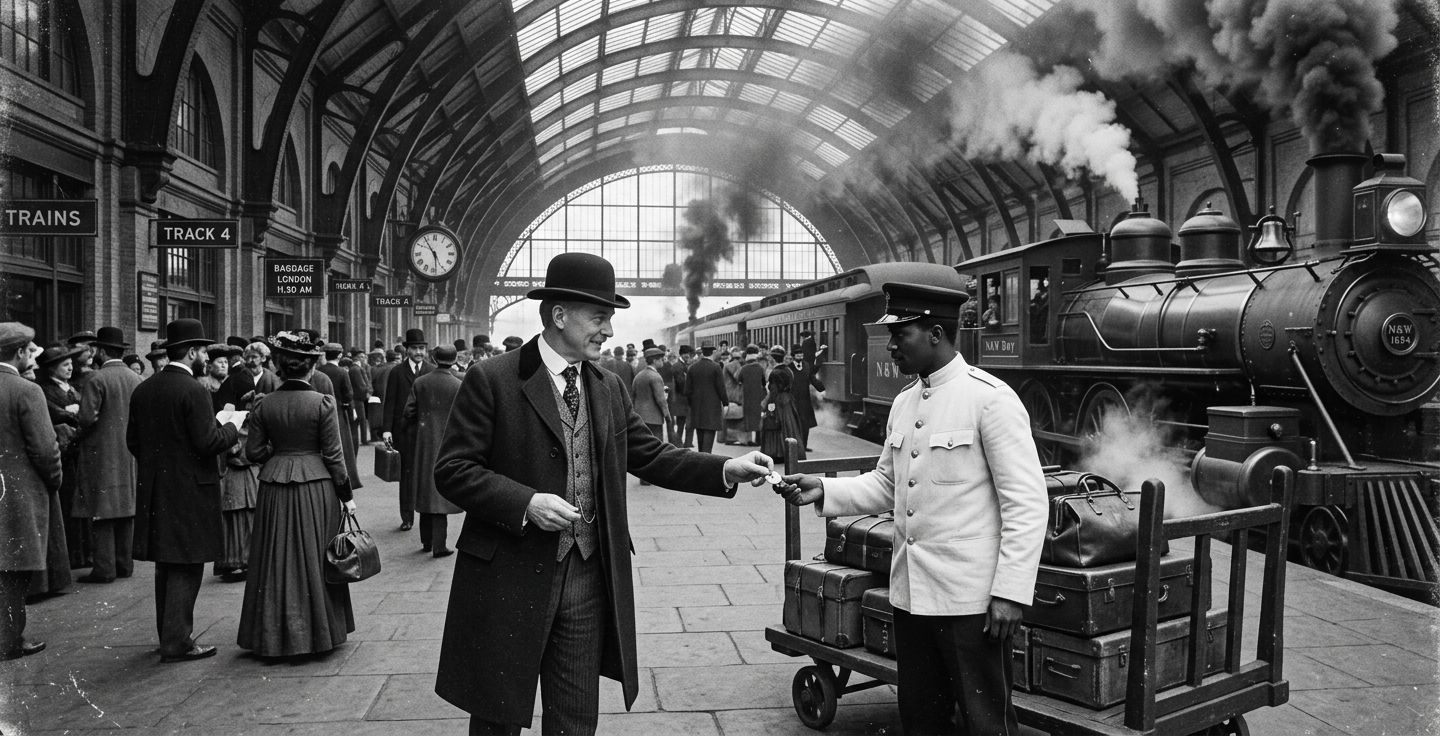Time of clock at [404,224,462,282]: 5:54
